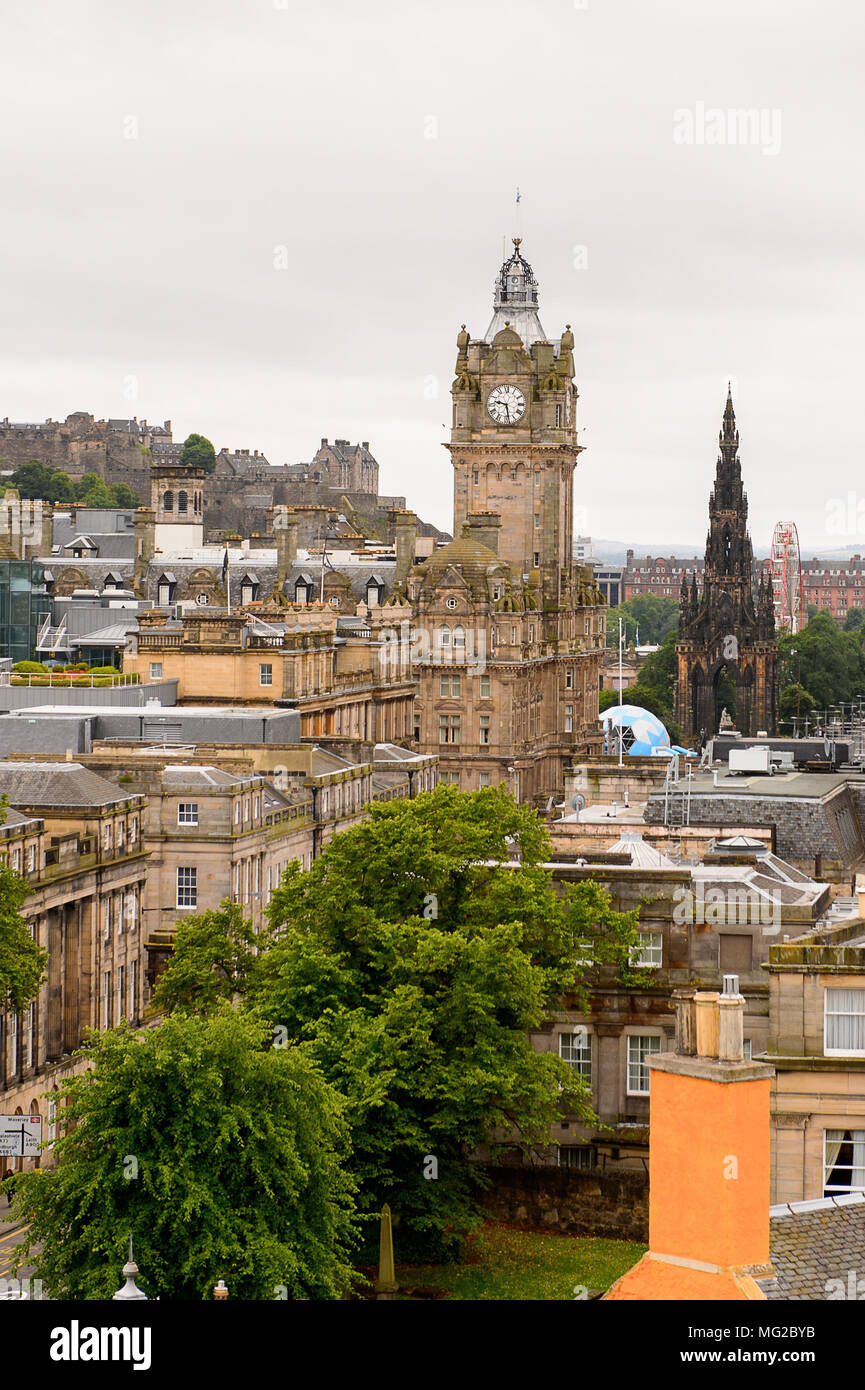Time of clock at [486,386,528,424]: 9:28
